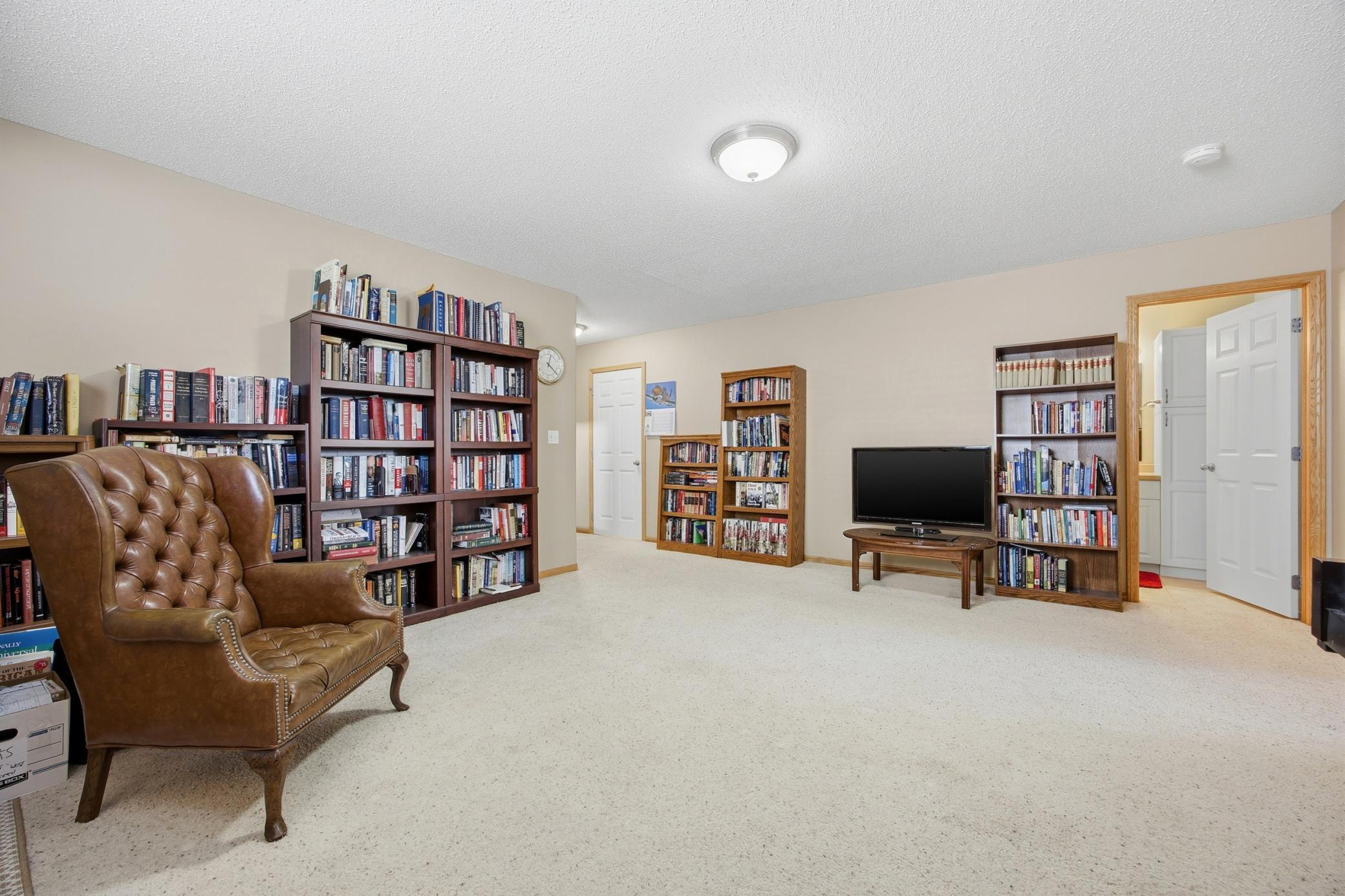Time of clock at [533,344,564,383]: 12:21
